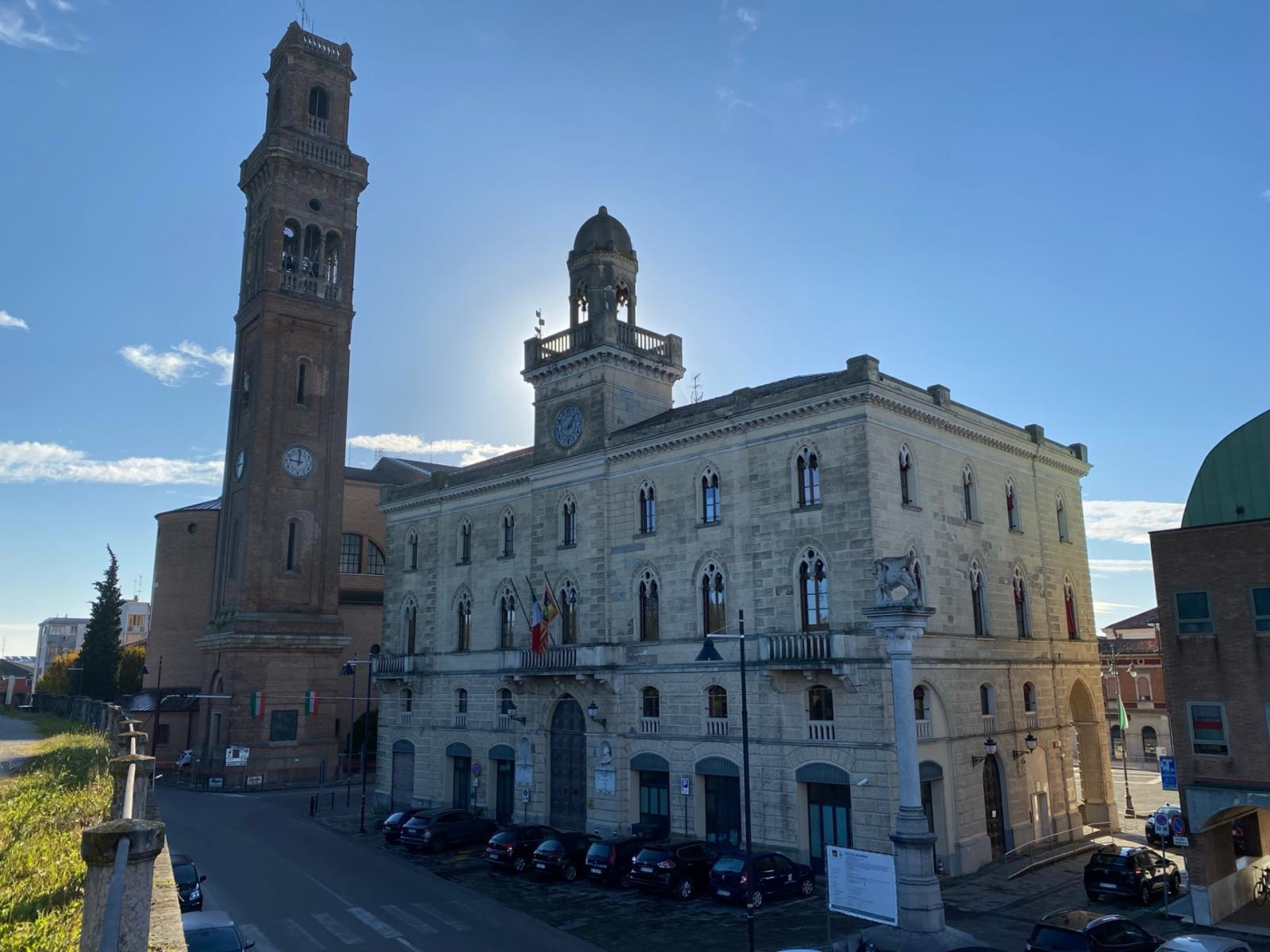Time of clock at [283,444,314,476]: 9:01
